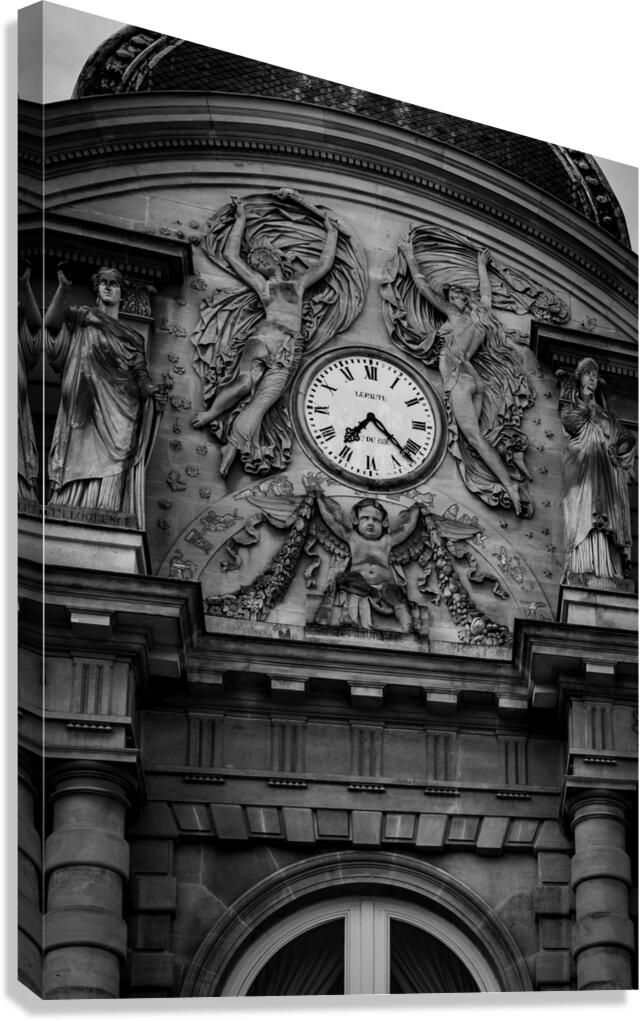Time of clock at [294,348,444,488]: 7:22
